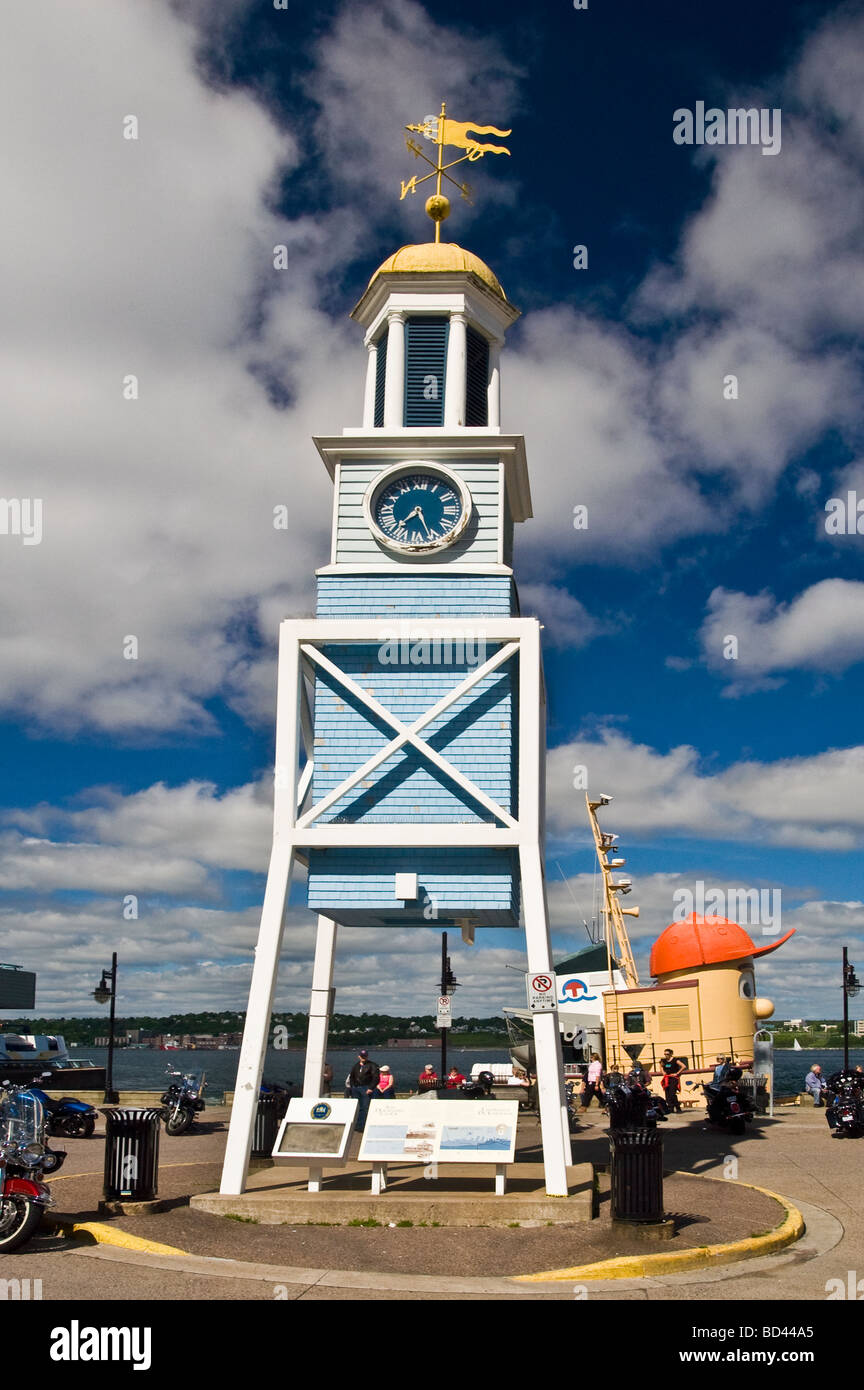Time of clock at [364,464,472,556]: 7:26
